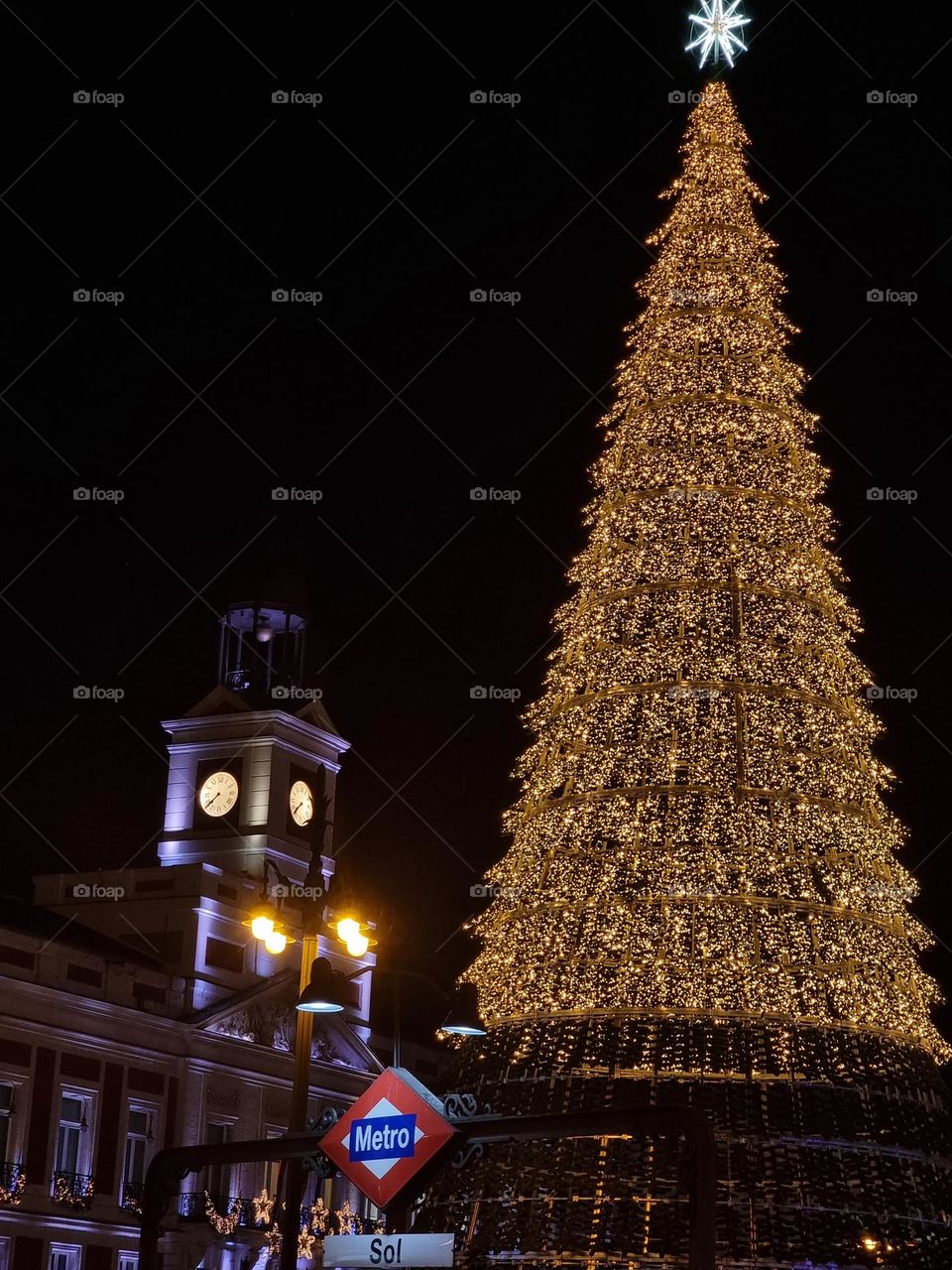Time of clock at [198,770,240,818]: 7:38
